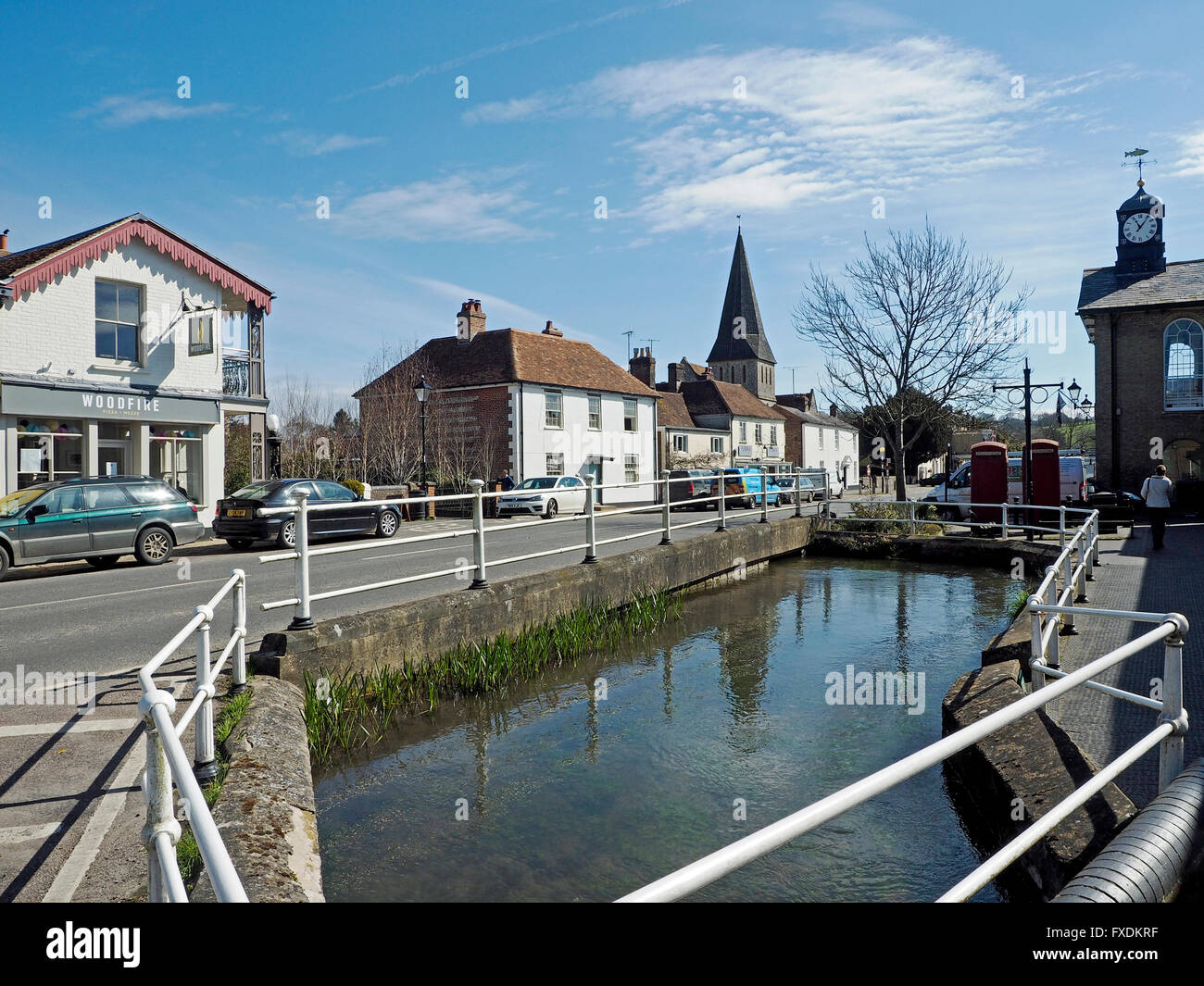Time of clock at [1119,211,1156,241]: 11:06
